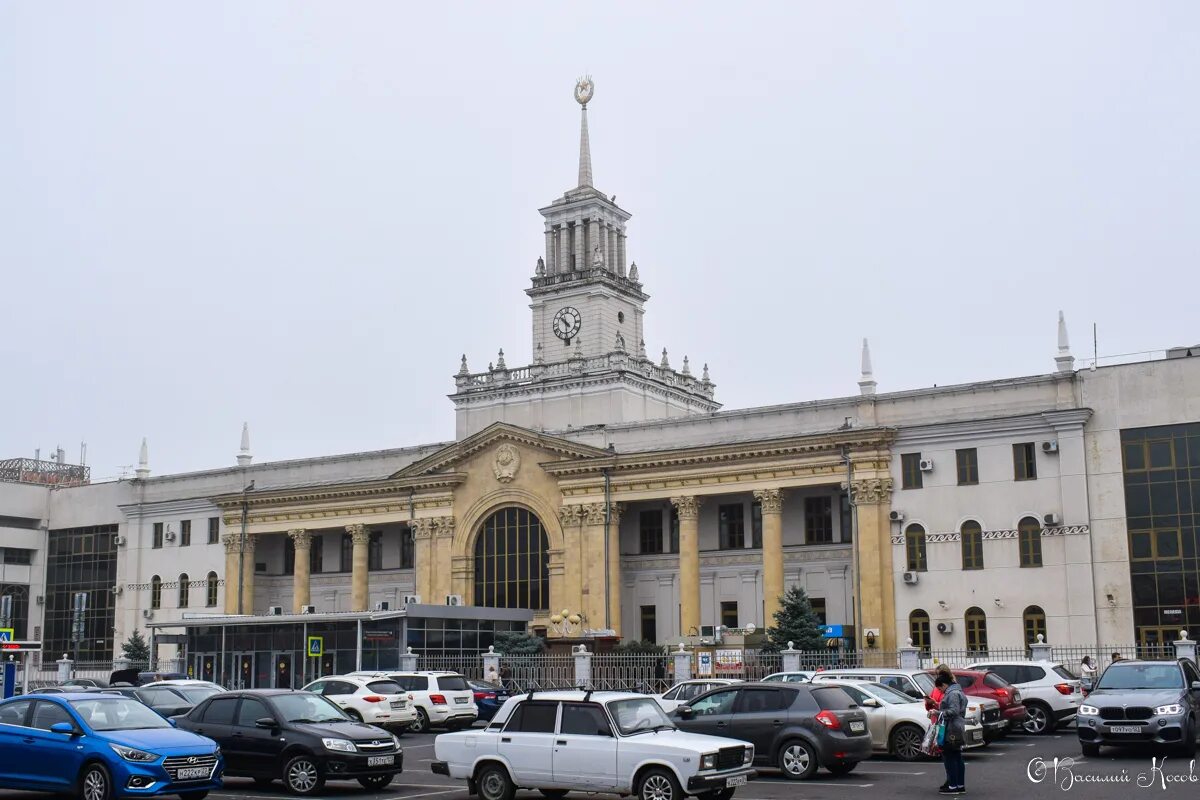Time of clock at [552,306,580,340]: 10:29
